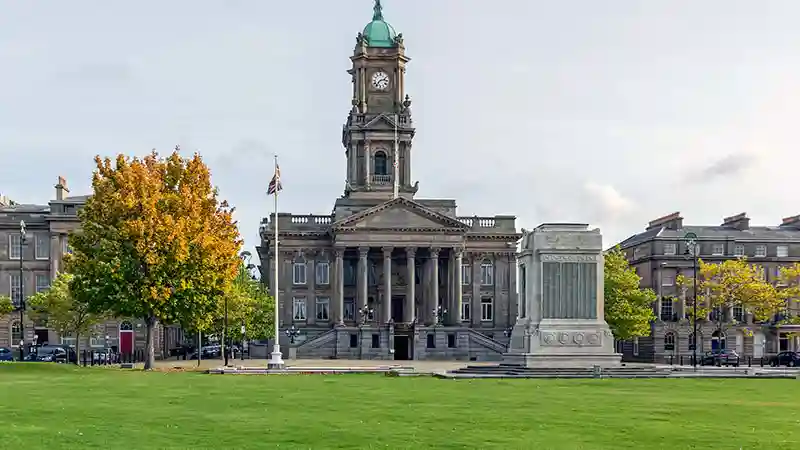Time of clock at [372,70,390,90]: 2:36
